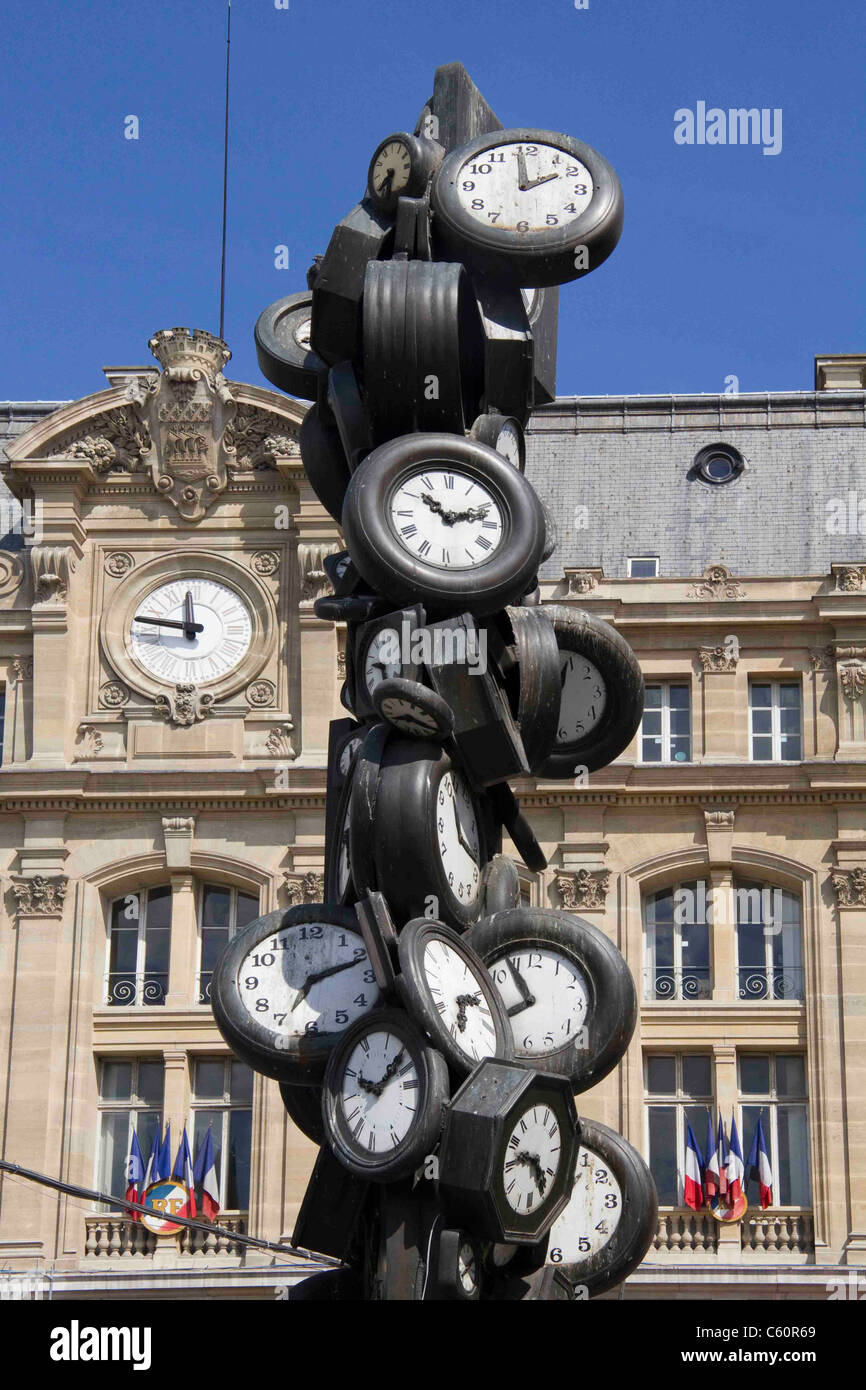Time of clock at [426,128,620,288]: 1:59
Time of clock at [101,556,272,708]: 11:46
